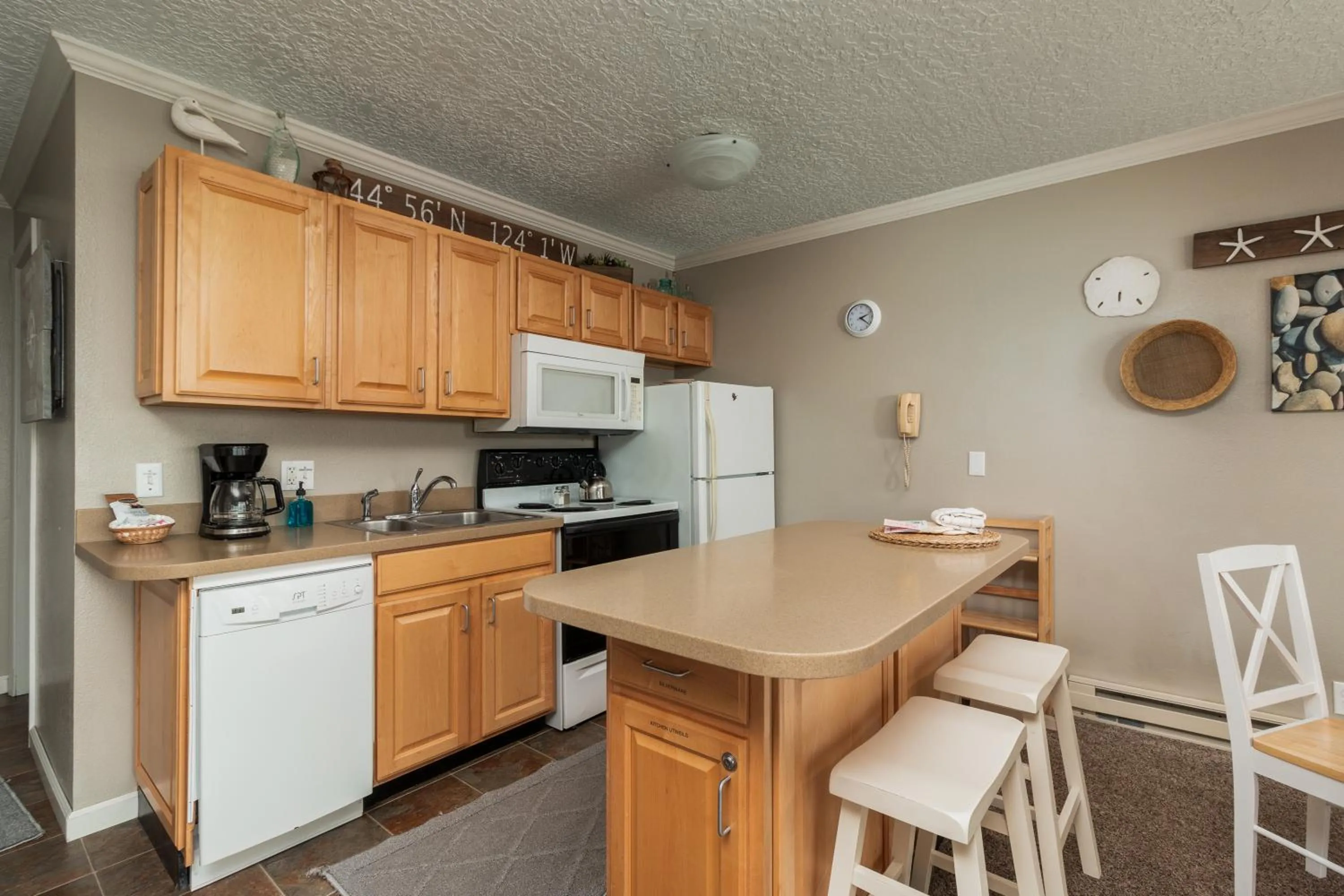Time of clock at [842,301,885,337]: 2:21
